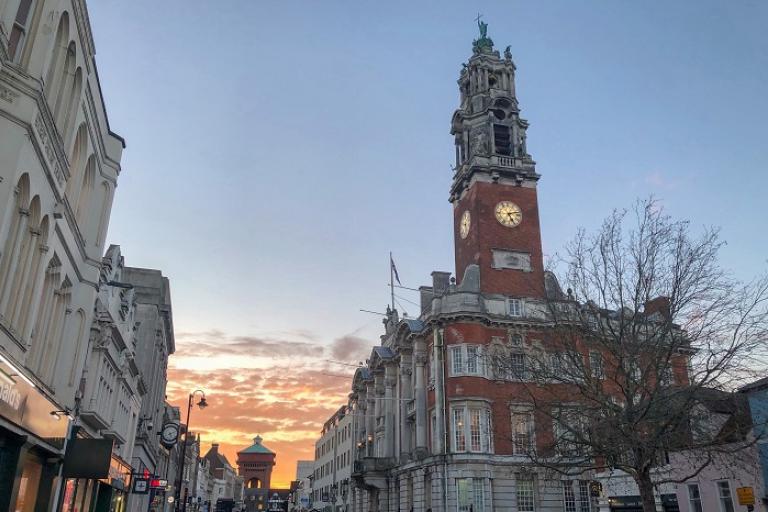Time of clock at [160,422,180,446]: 5:11
